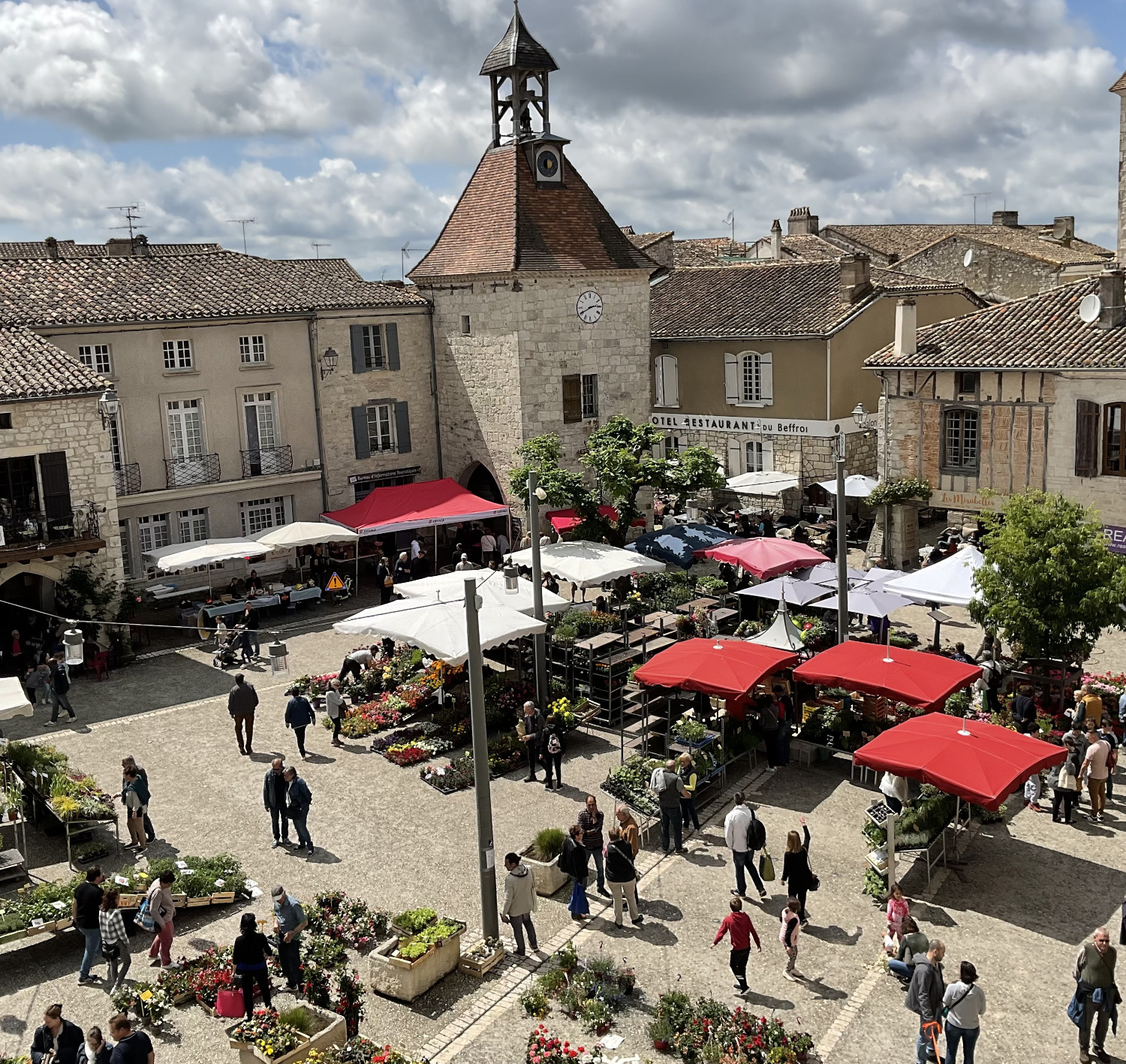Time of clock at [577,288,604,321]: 2:40
